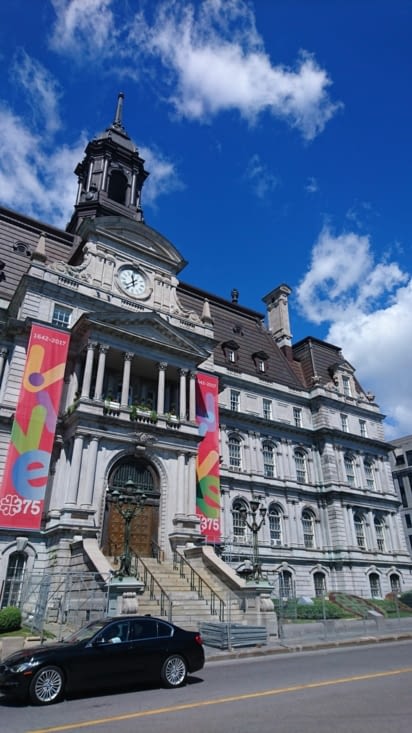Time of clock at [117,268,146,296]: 11:37
